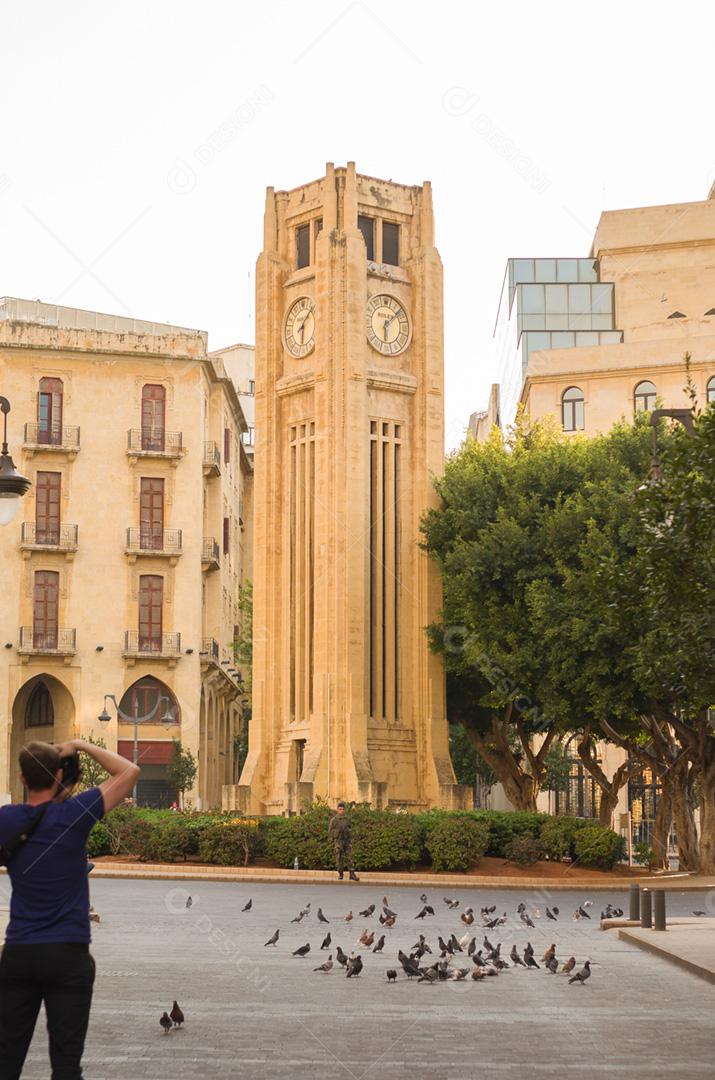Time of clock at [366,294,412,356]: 6:08
